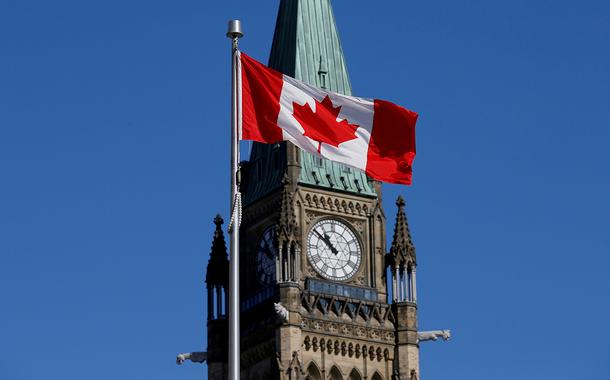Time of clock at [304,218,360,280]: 10:51
